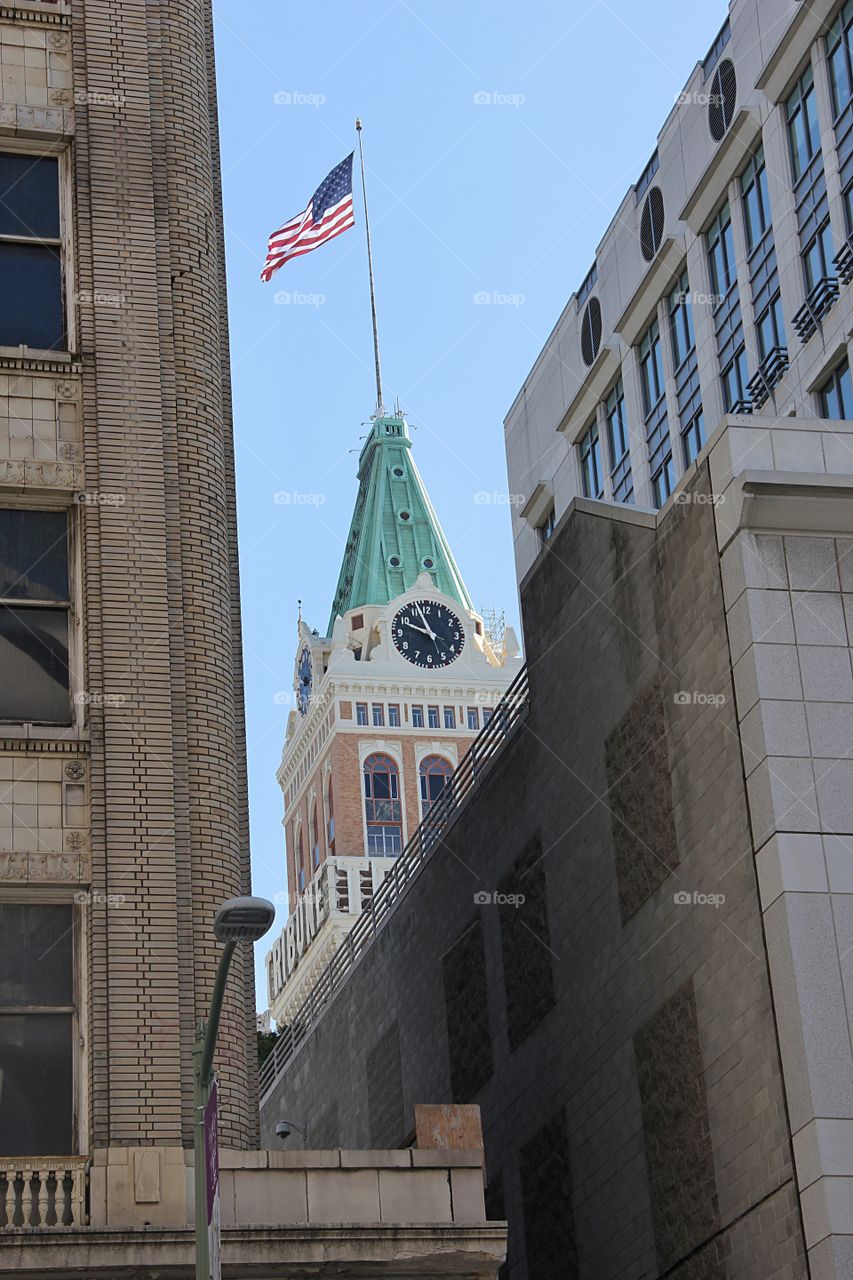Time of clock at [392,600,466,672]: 9:56
